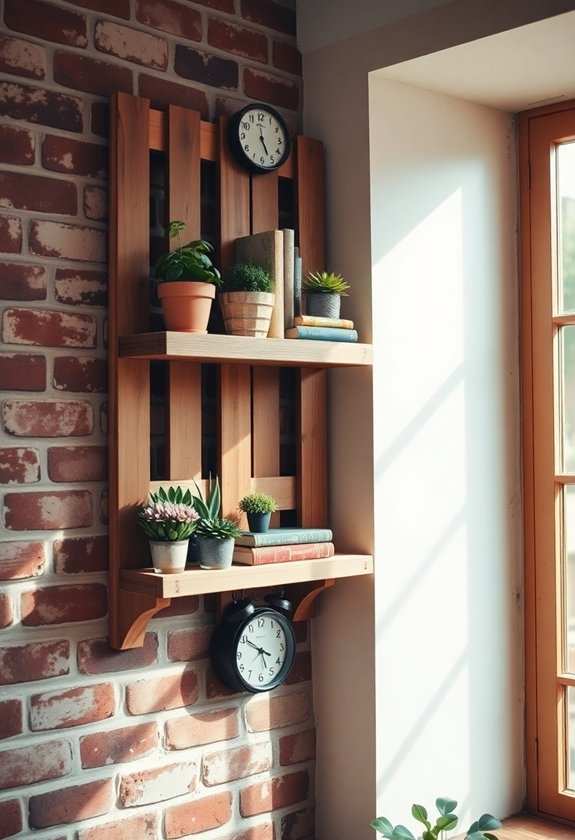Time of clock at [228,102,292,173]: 4:59
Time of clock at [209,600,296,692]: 3:50
